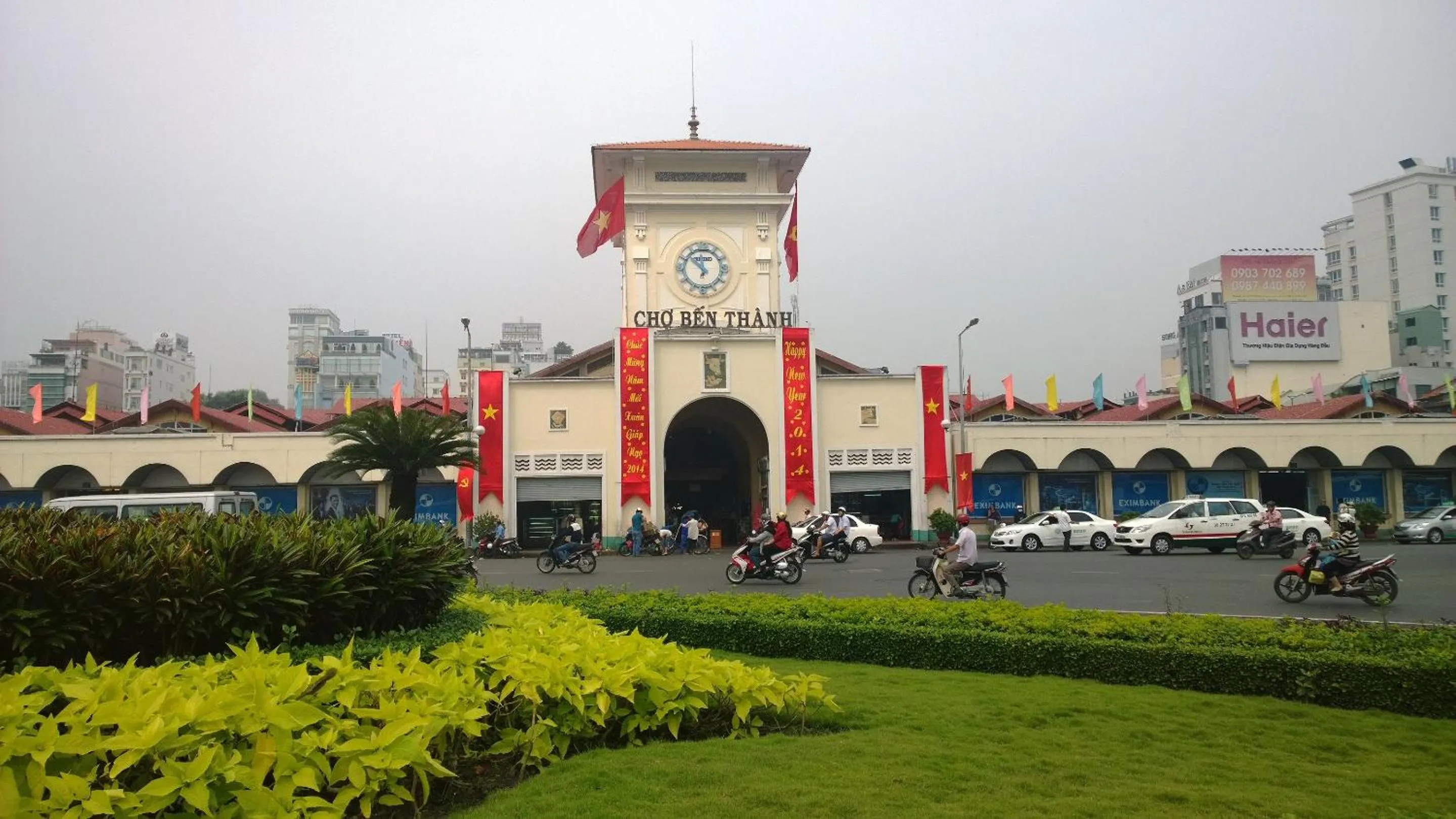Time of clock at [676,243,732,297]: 11:52
